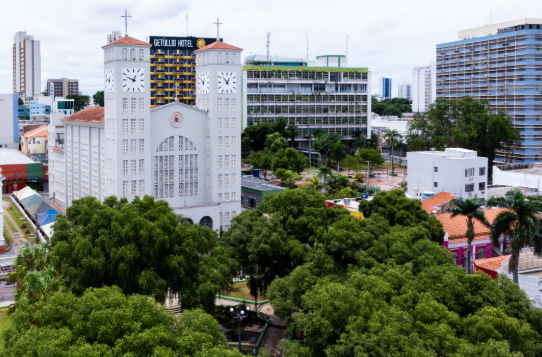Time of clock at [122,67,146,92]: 12:48
